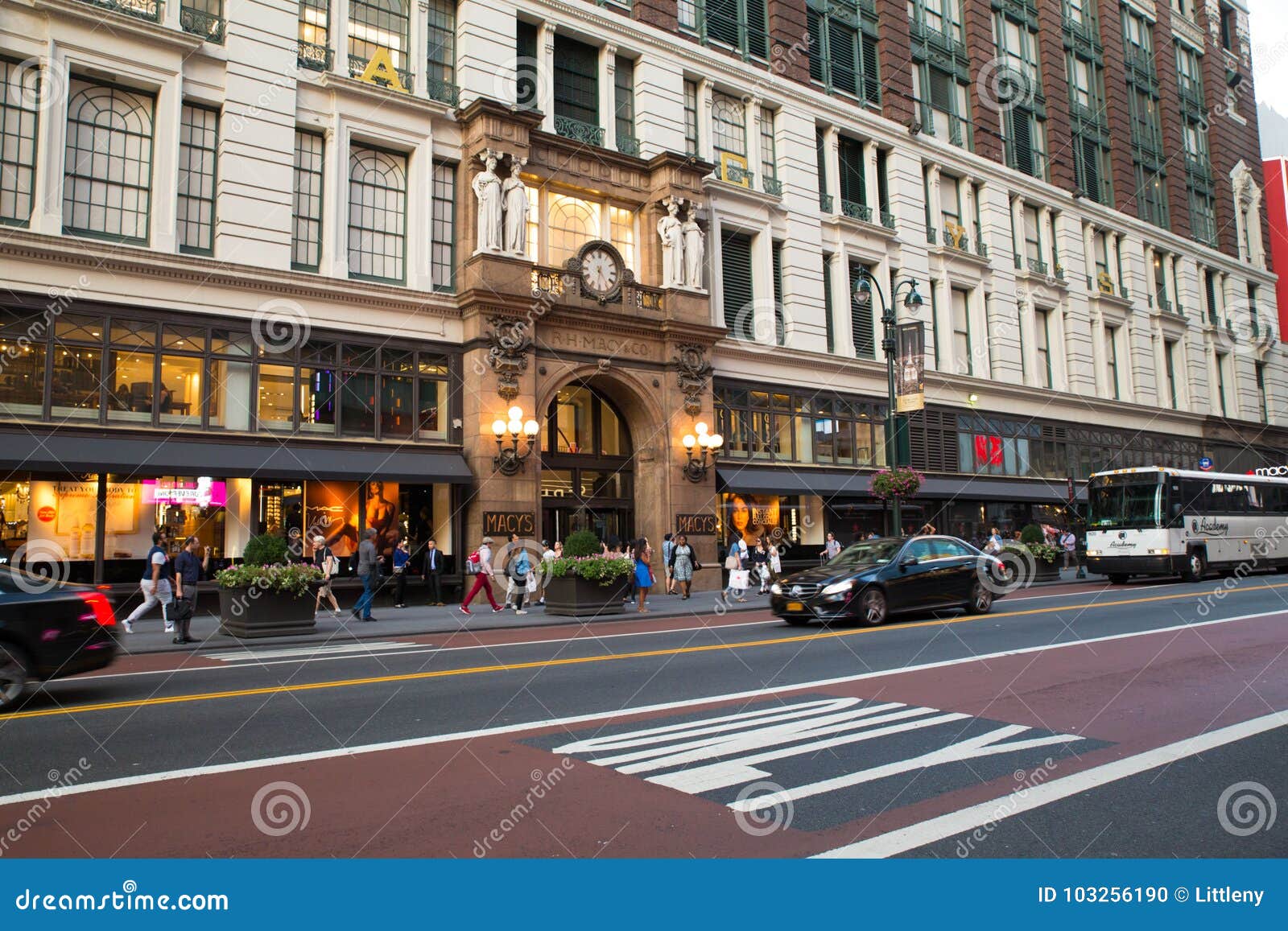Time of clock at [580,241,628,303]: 4:31
